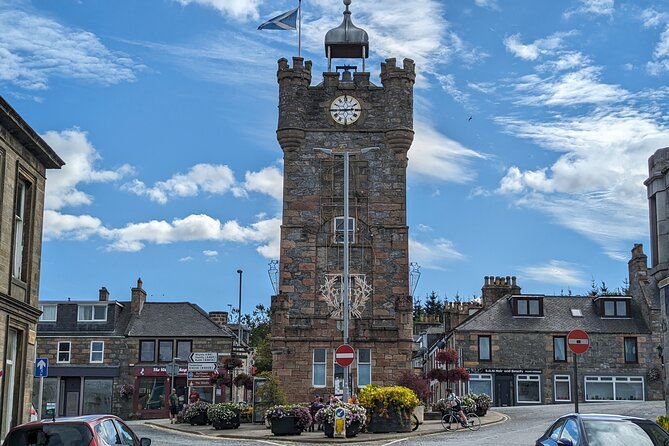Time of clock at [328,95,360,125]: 2:44
